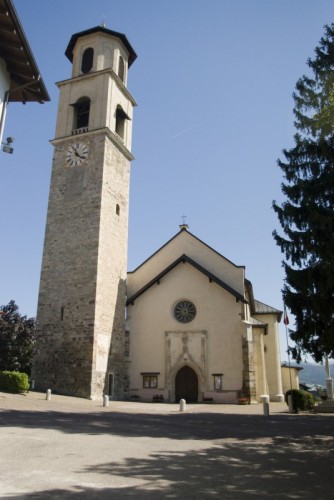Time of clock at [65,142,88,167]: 11:21
